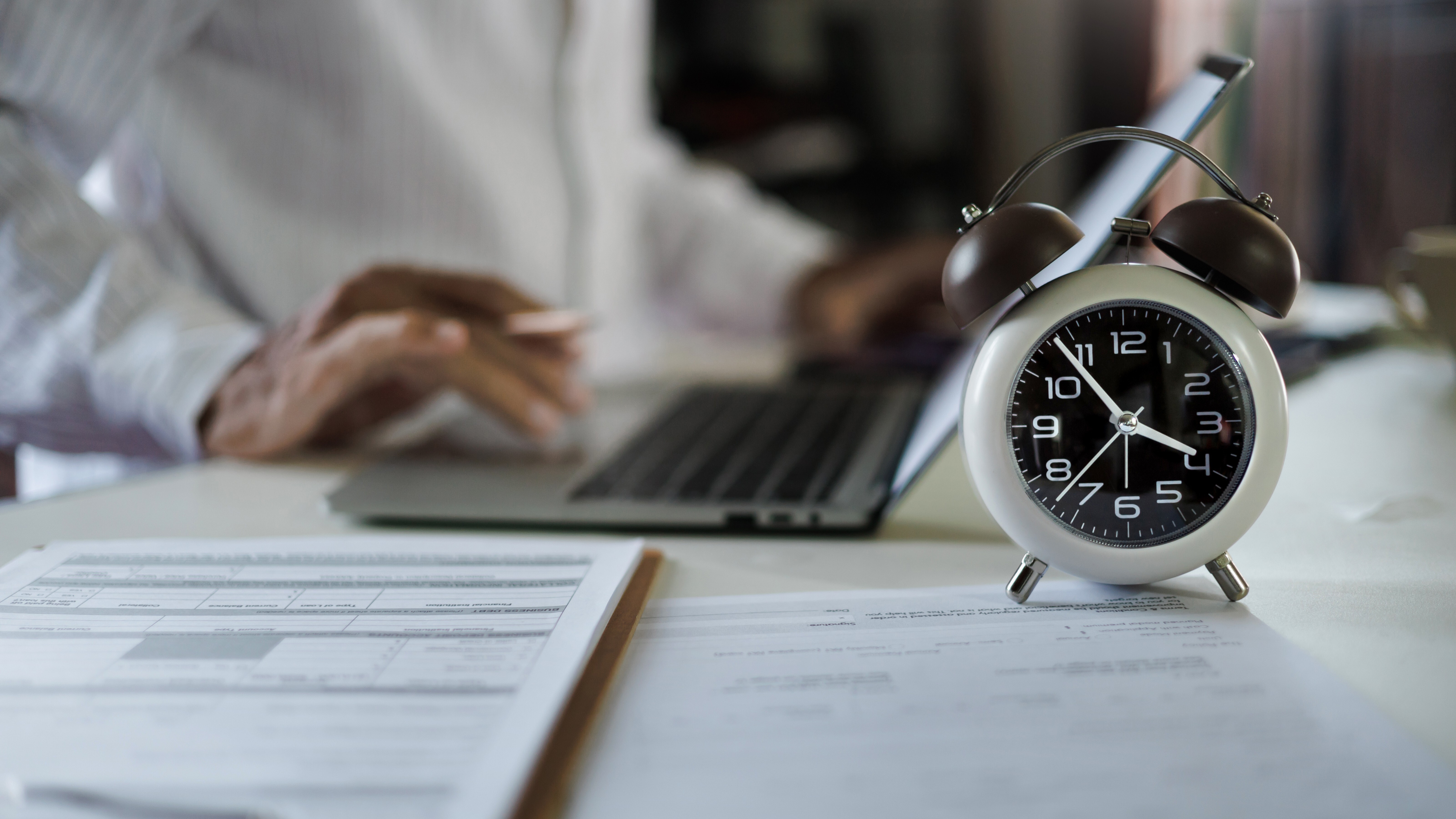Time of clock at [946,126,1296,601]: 3:53
